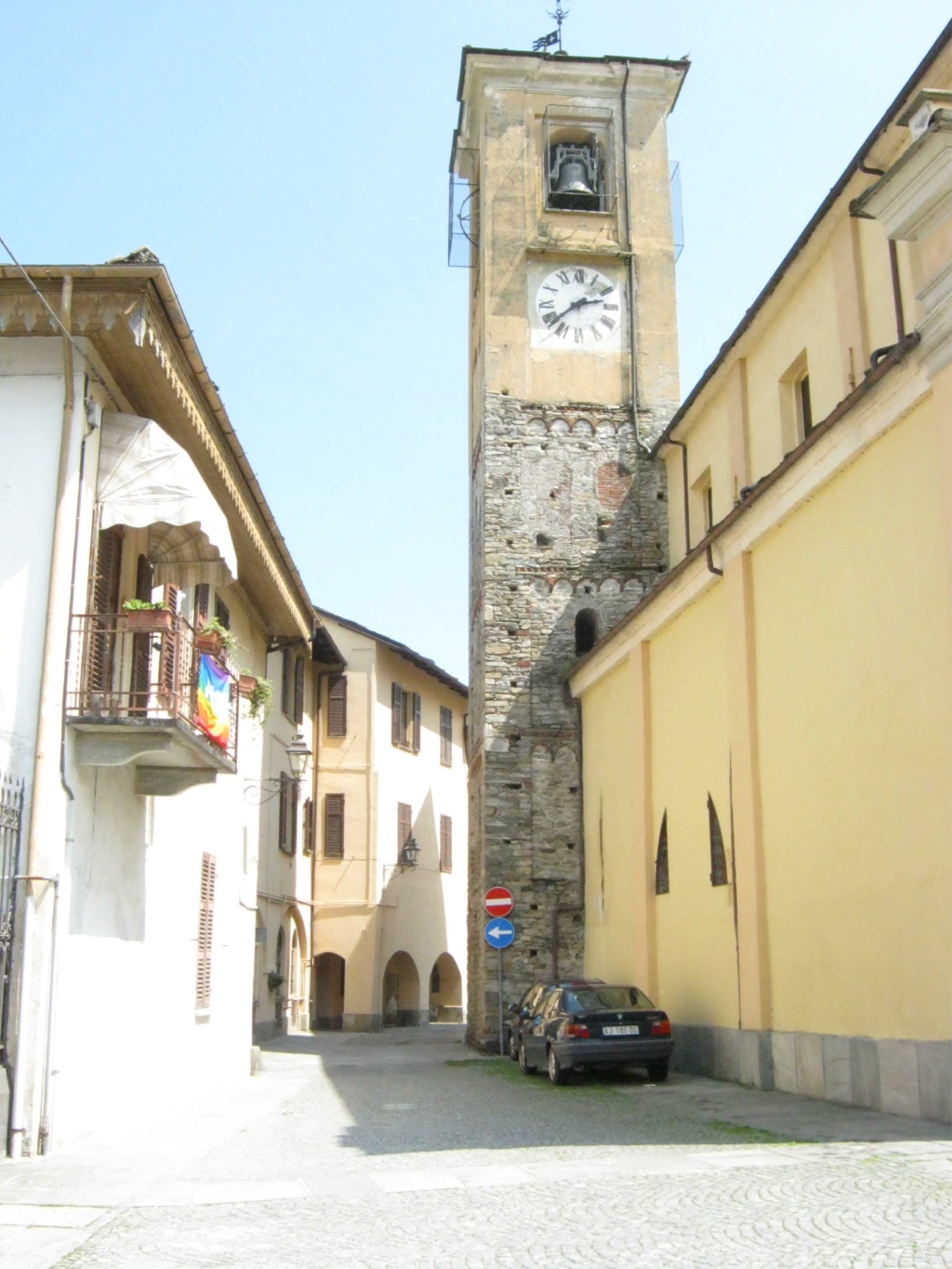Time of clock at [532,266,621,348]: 2:38
